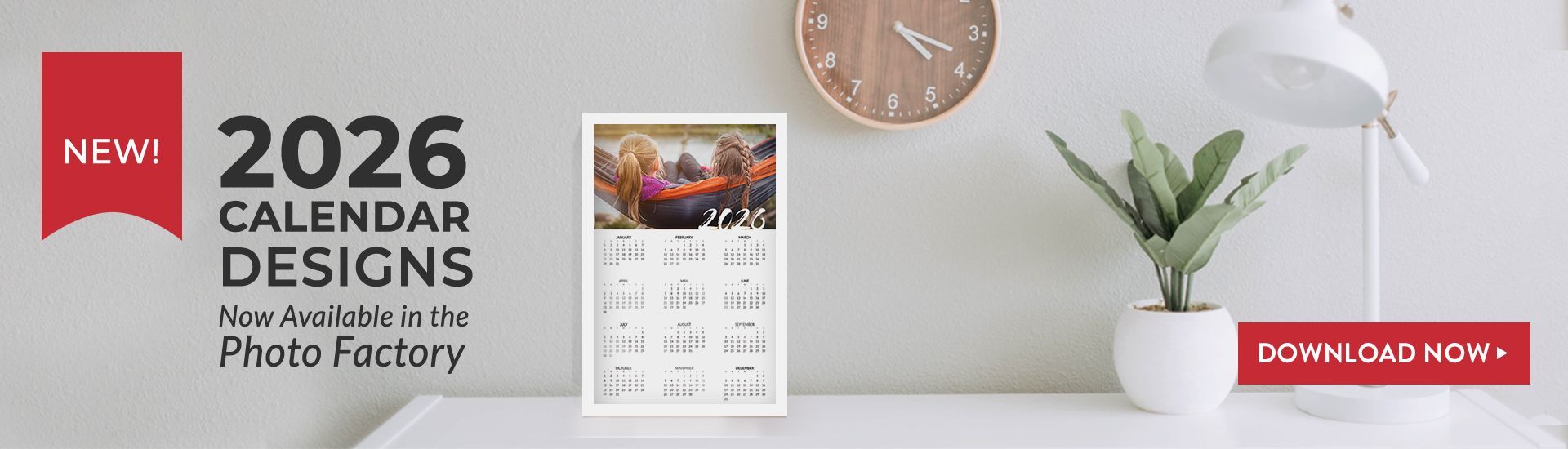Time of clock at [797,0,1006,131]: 4:18
